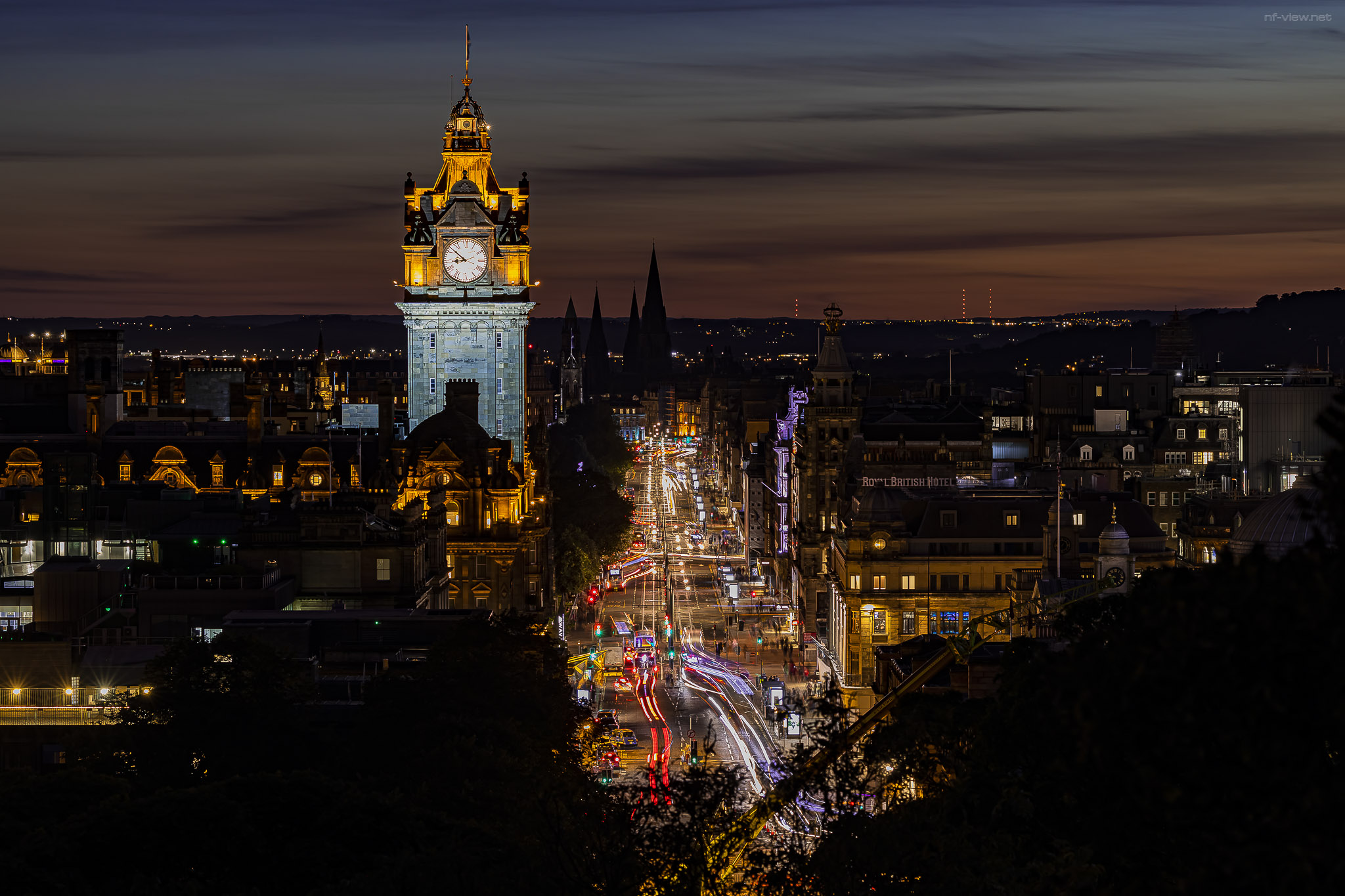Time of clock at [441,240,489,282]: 8:51
